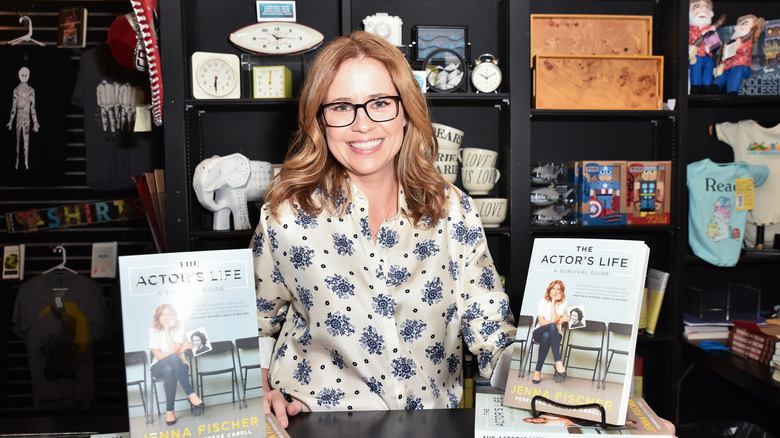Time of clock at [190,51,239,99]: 6:30
